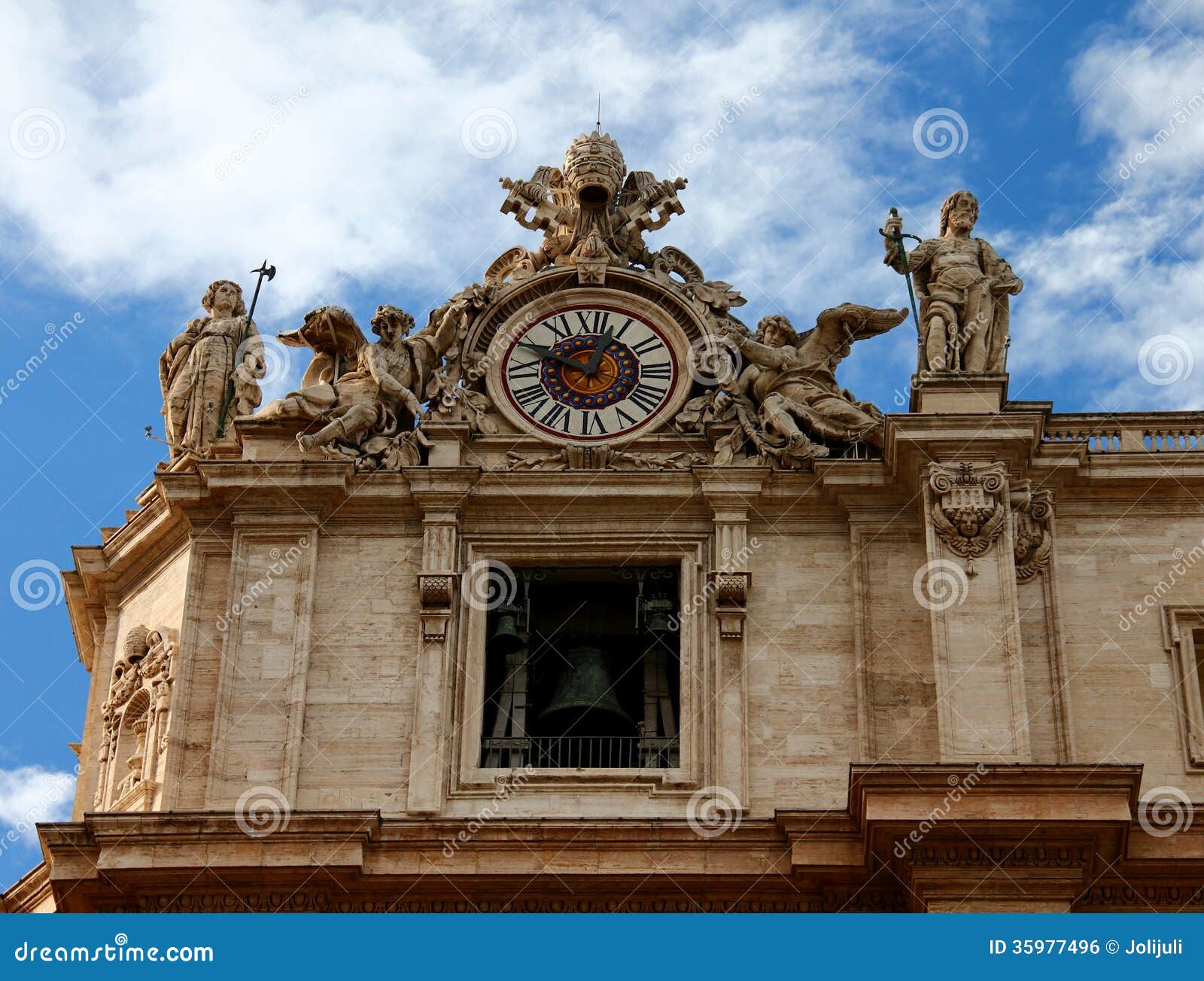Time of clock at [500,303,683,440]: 12:49
